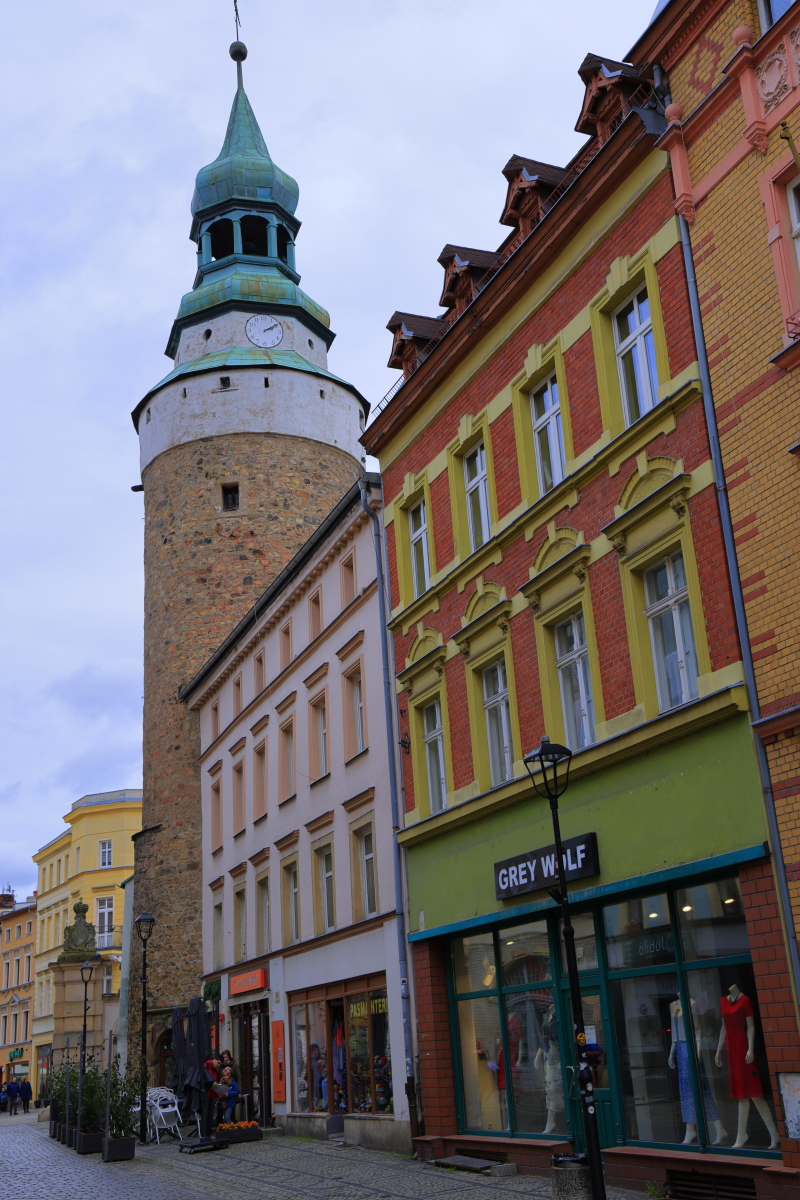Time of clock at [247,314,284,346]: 2:09
